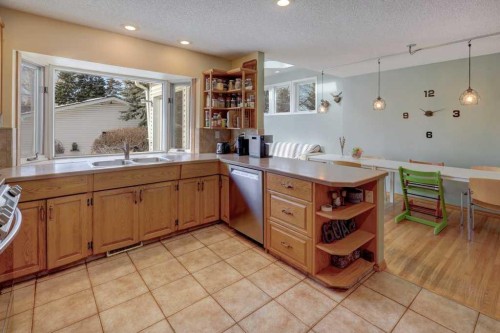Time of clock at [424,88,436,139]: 9:12
